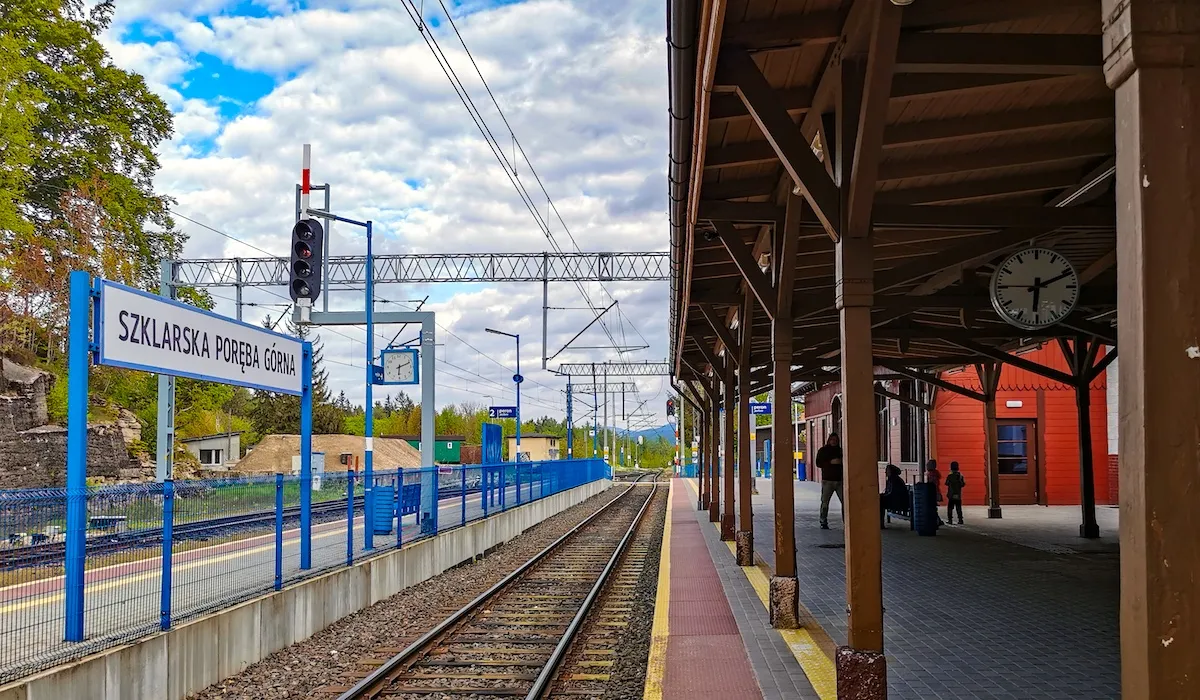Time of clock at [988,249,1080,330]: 6:11
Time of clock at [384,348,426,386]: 6:11
